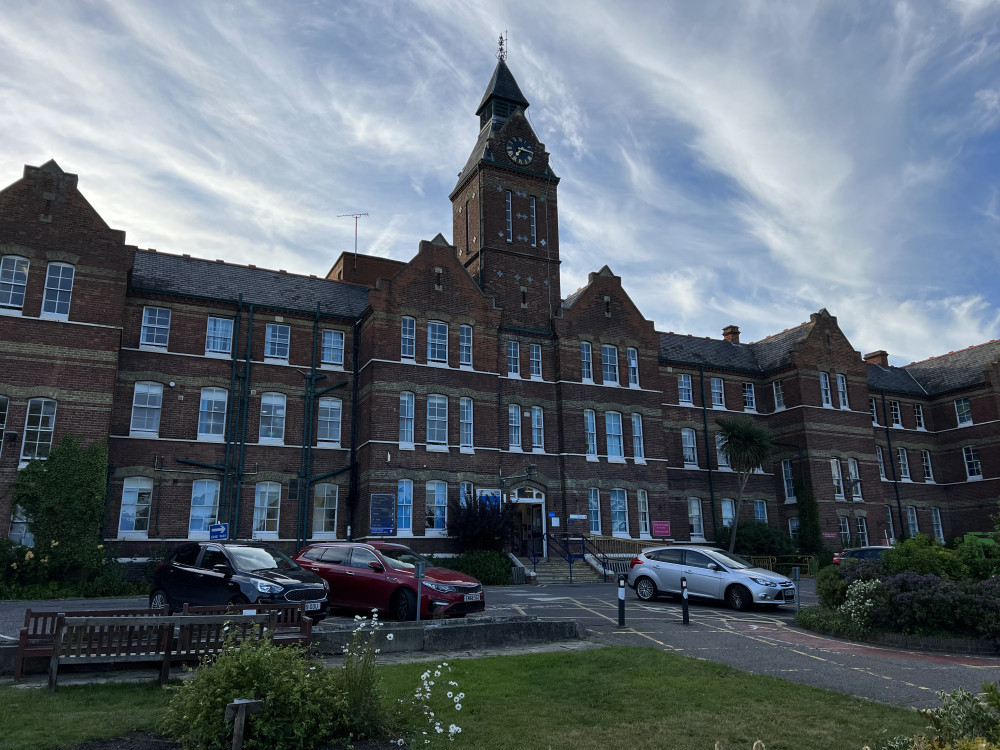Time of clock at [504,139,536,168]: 7:15
